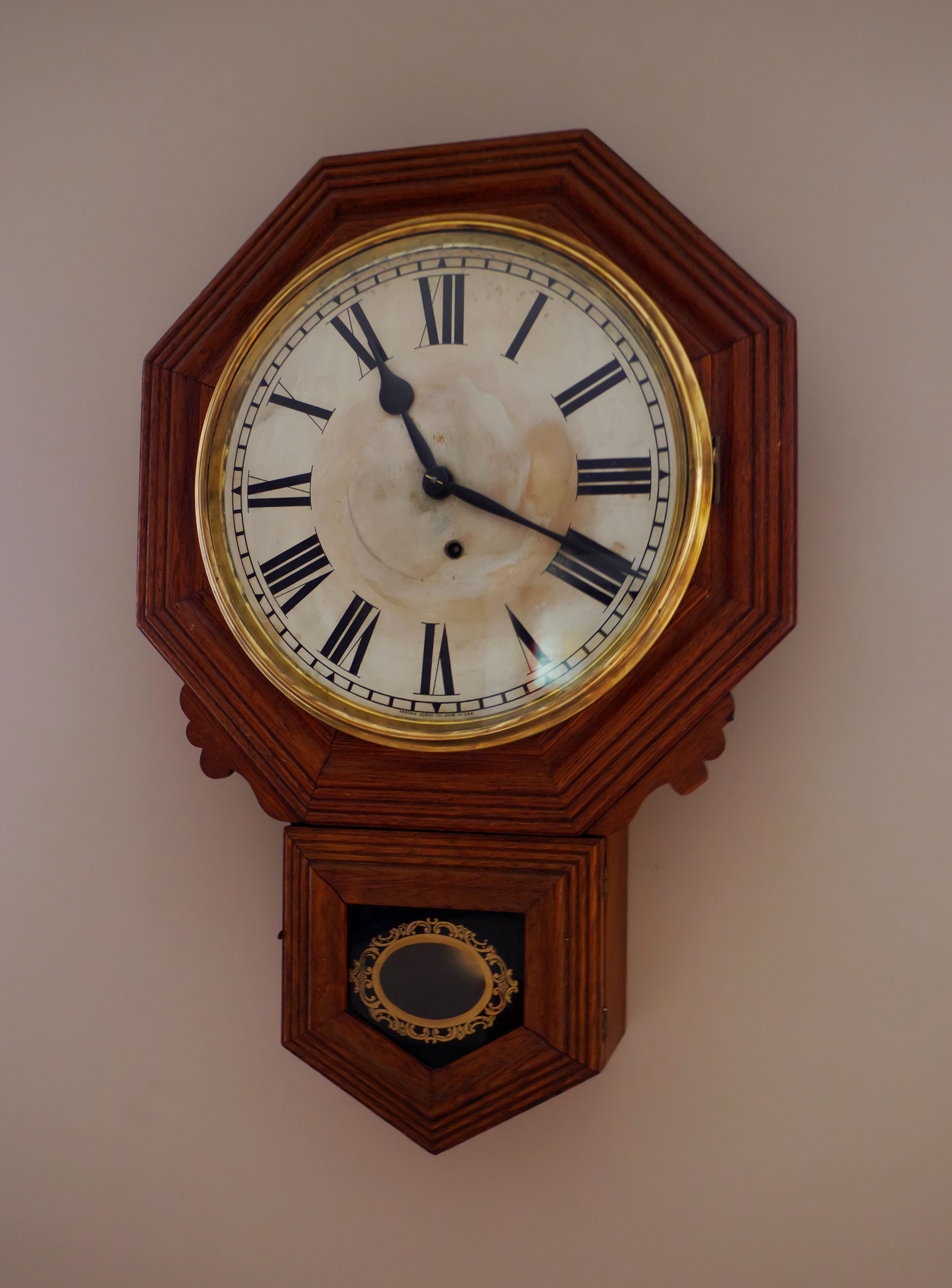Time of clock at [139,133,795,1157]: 11:18
